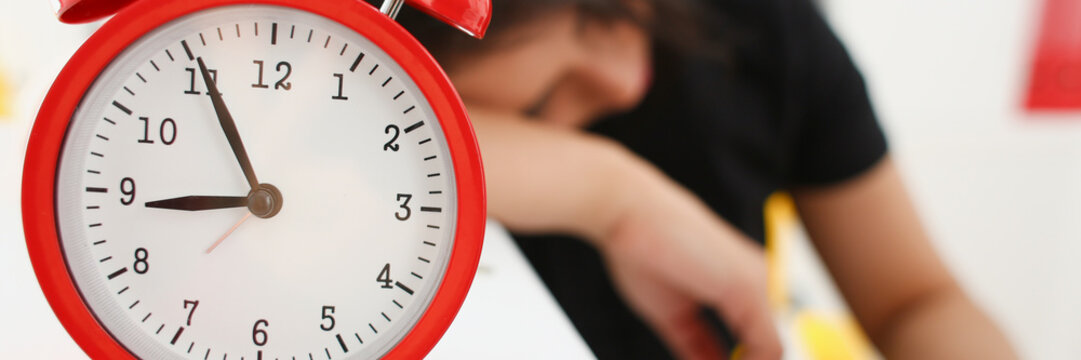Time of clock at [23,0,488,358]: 8:55
